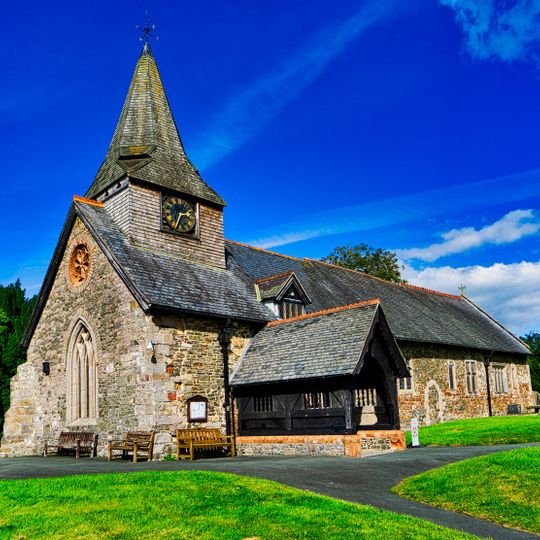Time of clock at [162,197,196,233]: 2:34
